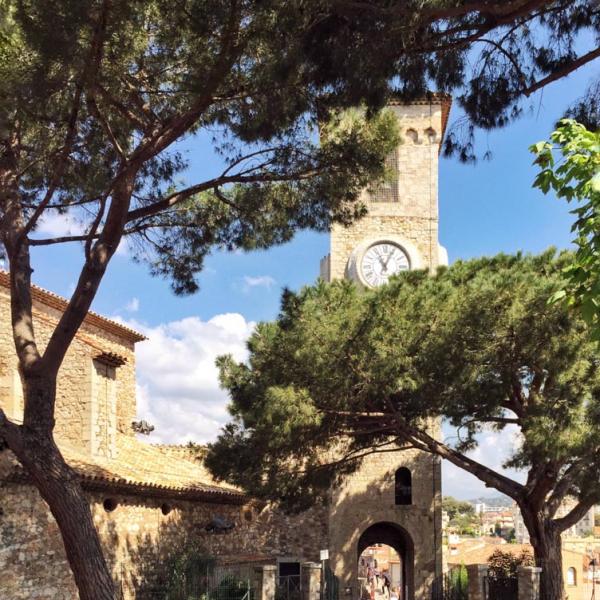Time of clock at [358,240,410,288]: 11:04
